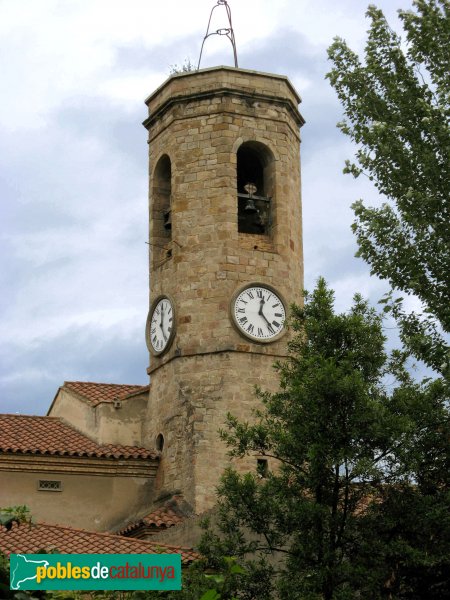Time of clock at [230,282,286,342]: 12:23
